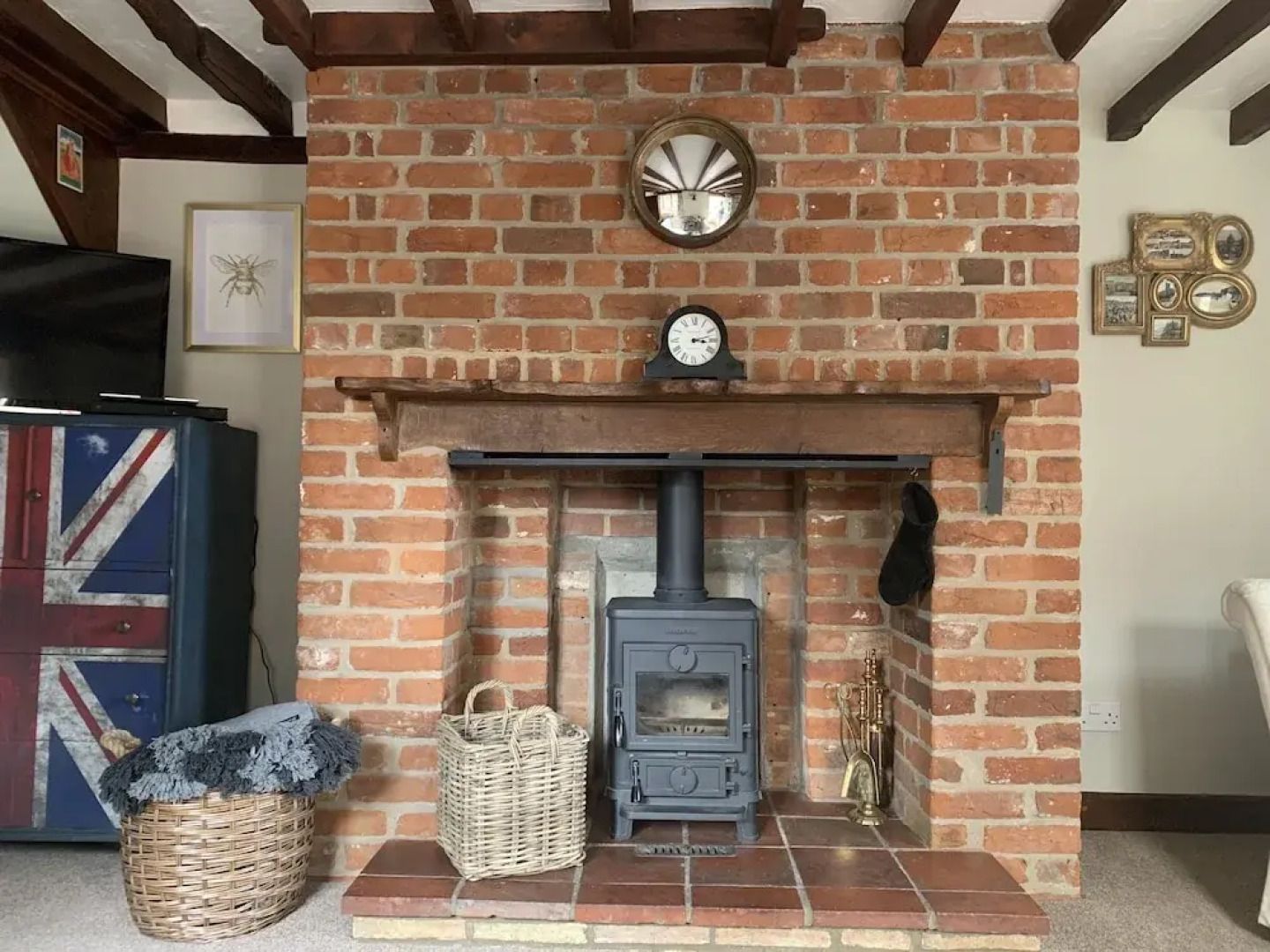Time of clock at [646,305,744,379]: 3:12
